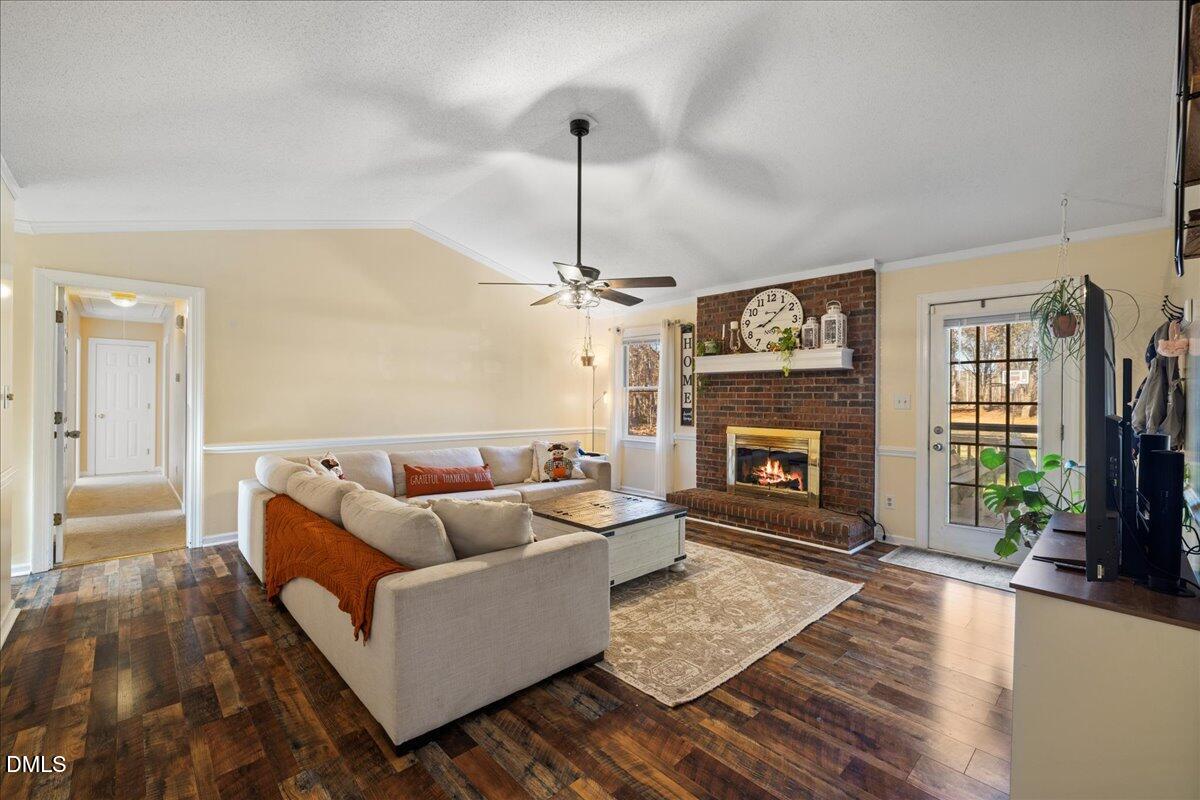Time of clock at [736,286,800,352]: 8:08
